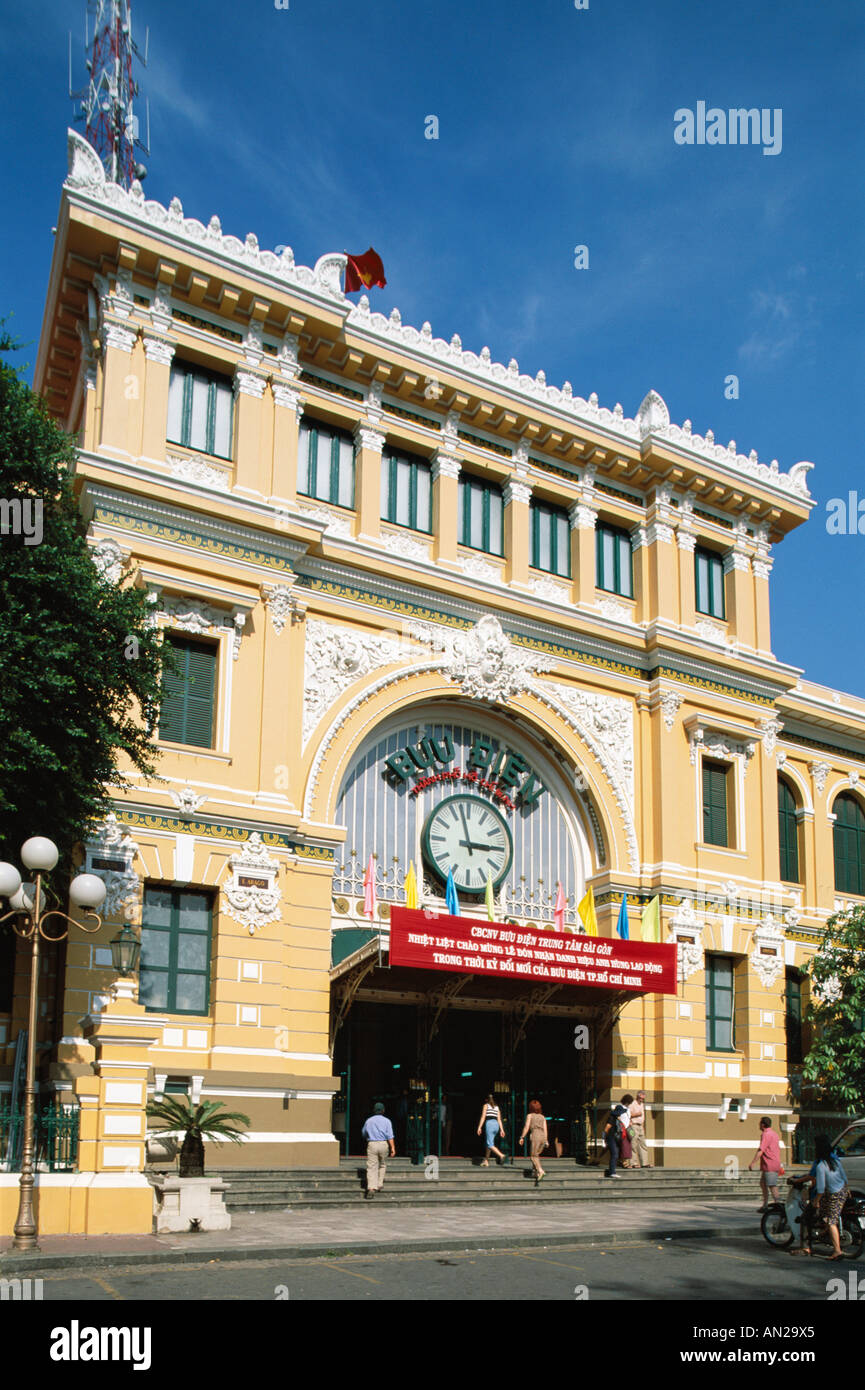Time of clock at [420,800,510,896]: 2:58
